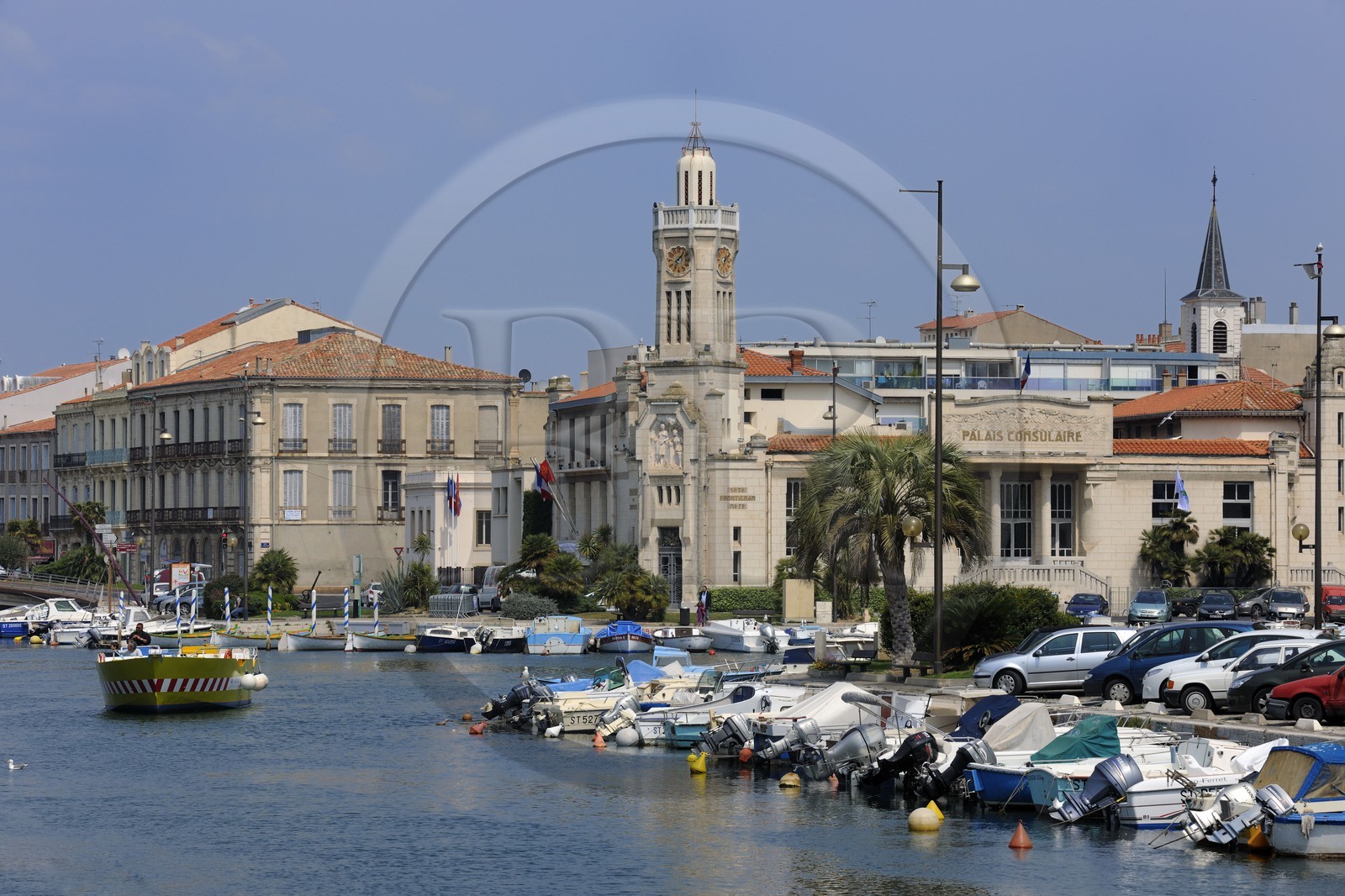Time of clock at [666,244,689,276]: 7:07
